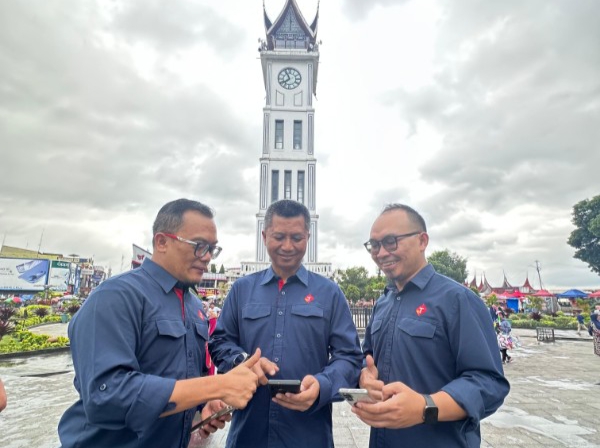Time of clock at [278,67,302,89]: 7:55
